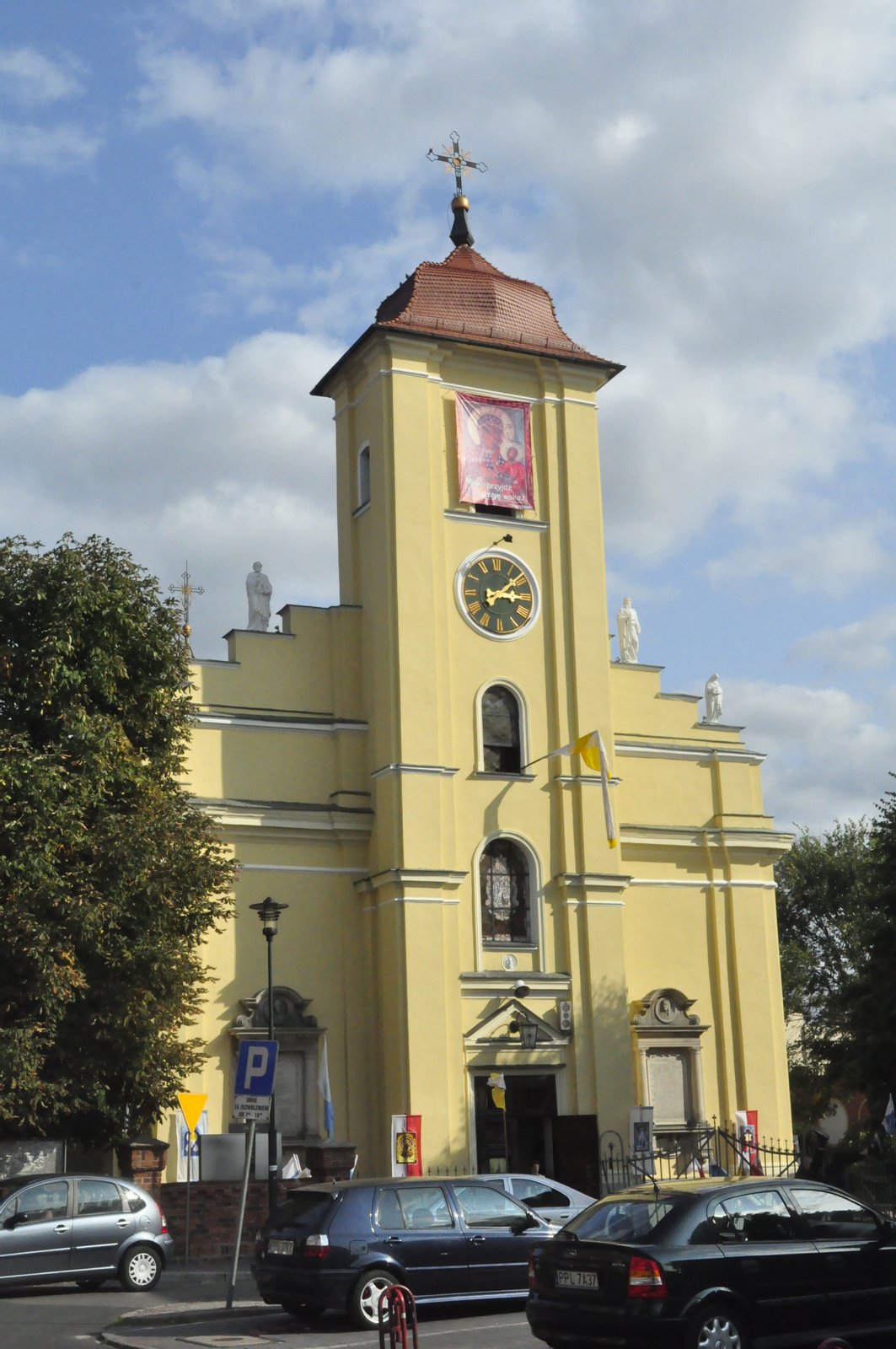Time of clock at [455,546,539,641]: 3:08
